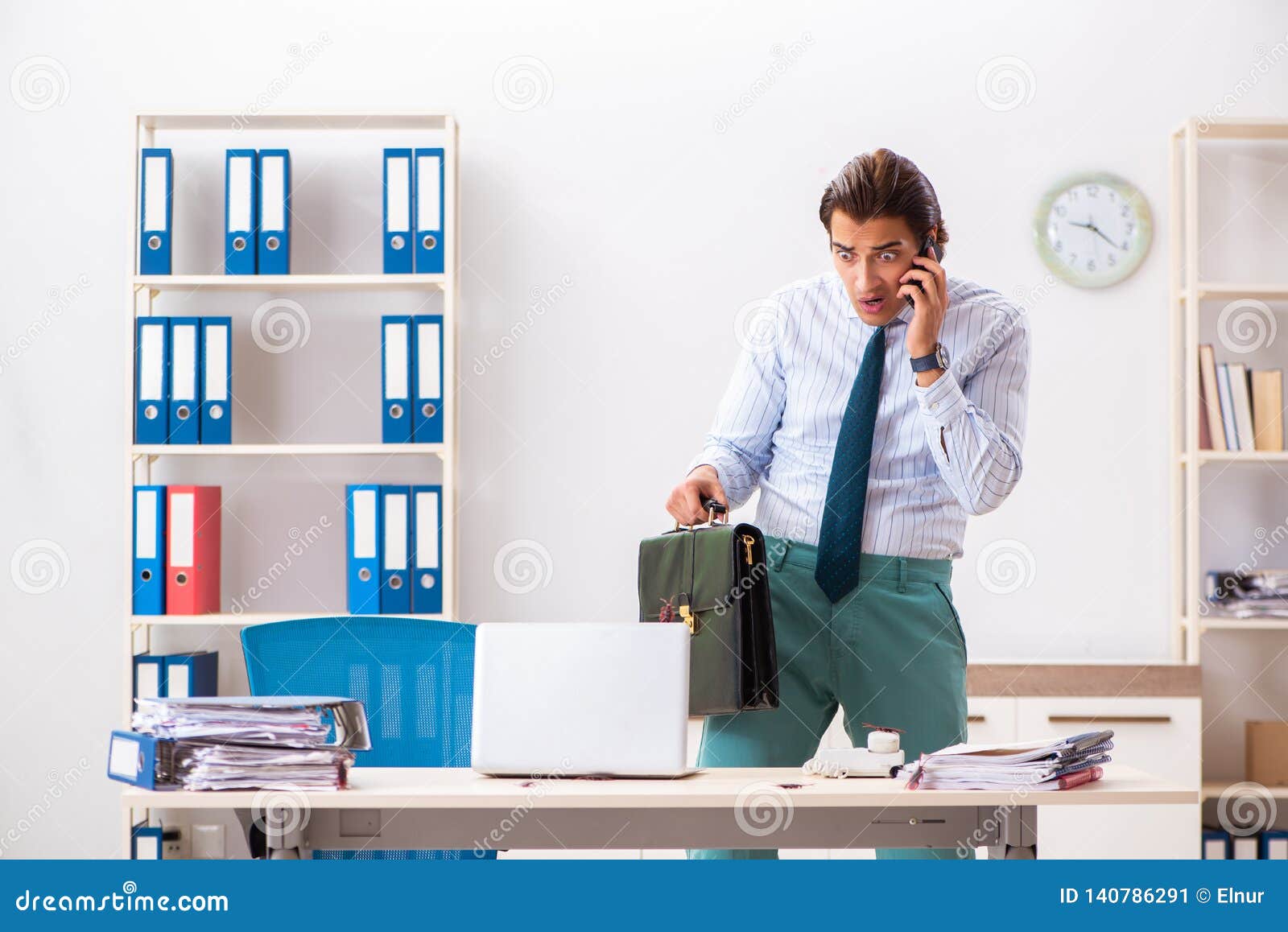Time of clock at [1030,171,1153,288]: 9:21
